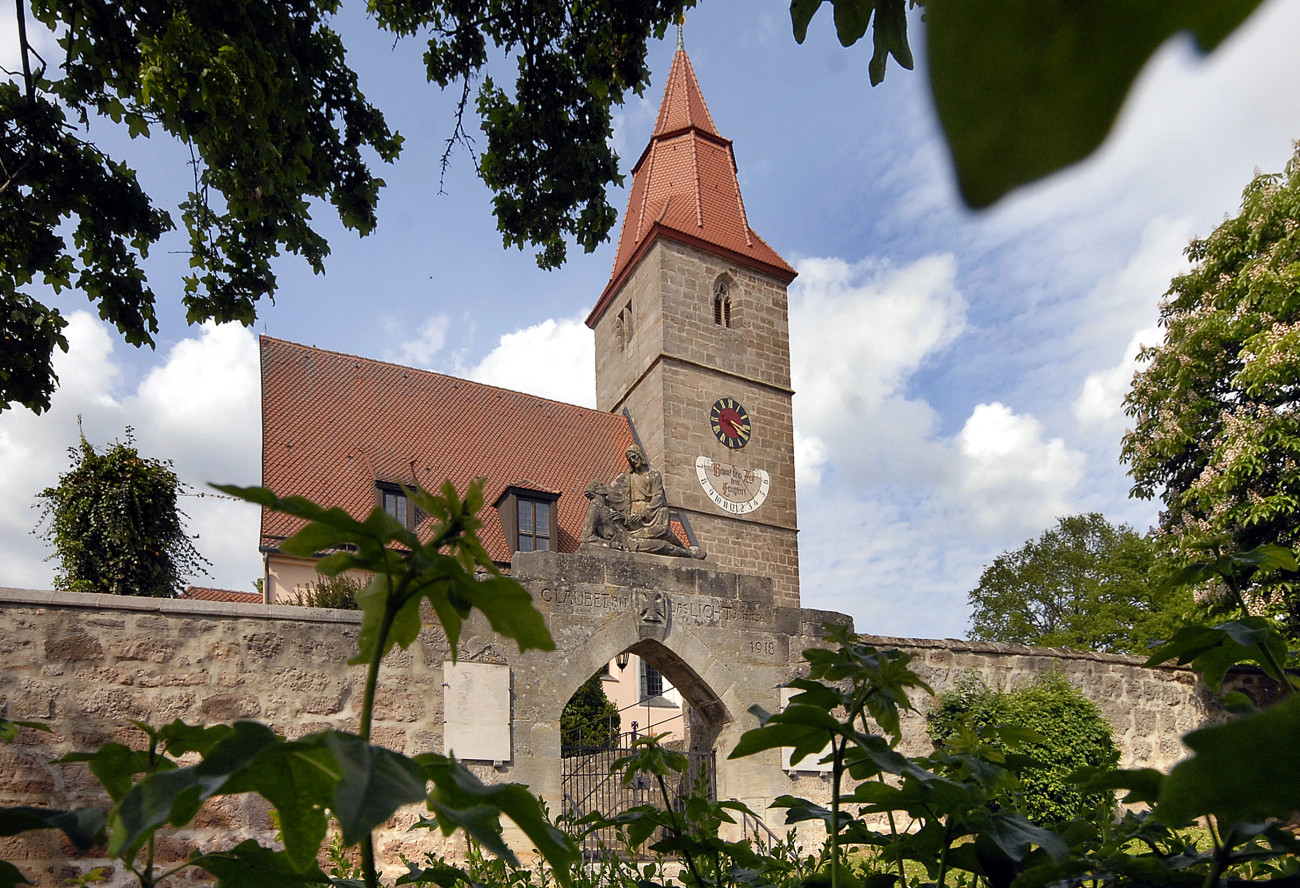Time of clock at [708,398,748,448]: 4:17
